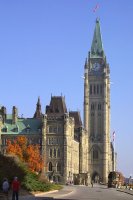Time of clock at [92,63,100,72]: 7:00
